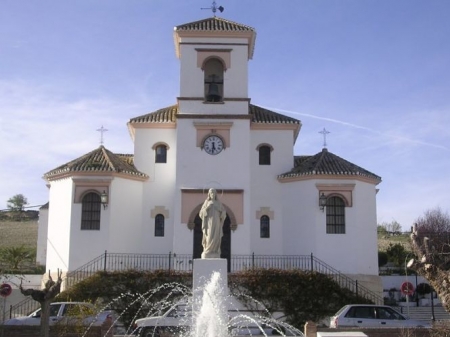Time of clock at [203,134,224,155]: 5:31
